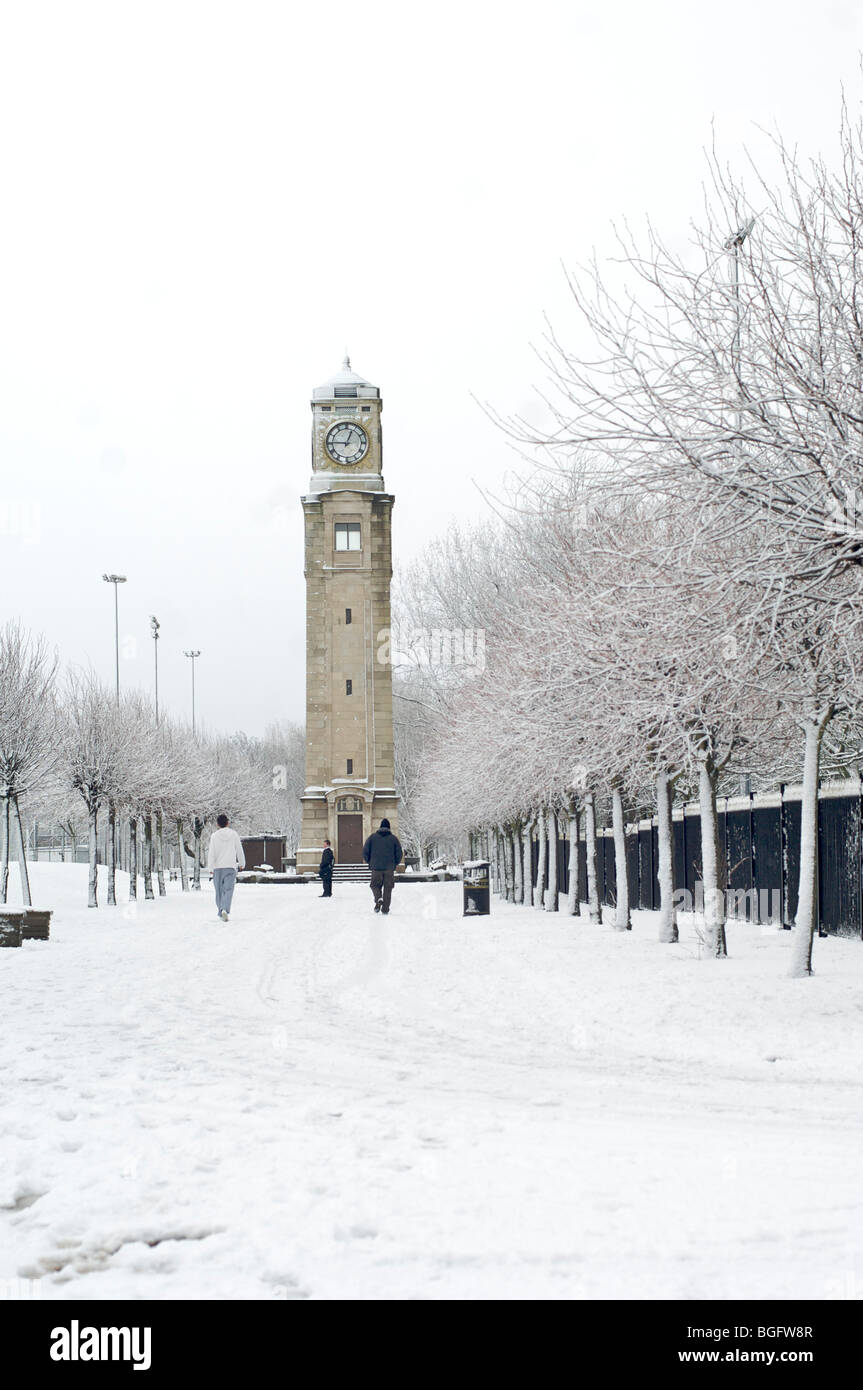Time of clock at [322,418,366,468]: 12:45
